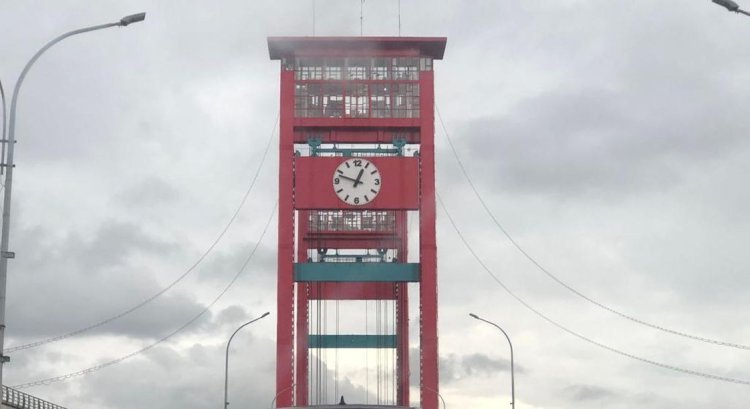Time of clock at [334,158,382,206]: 12:47
